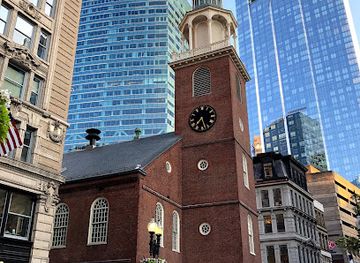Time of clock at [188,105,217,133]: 7:27
